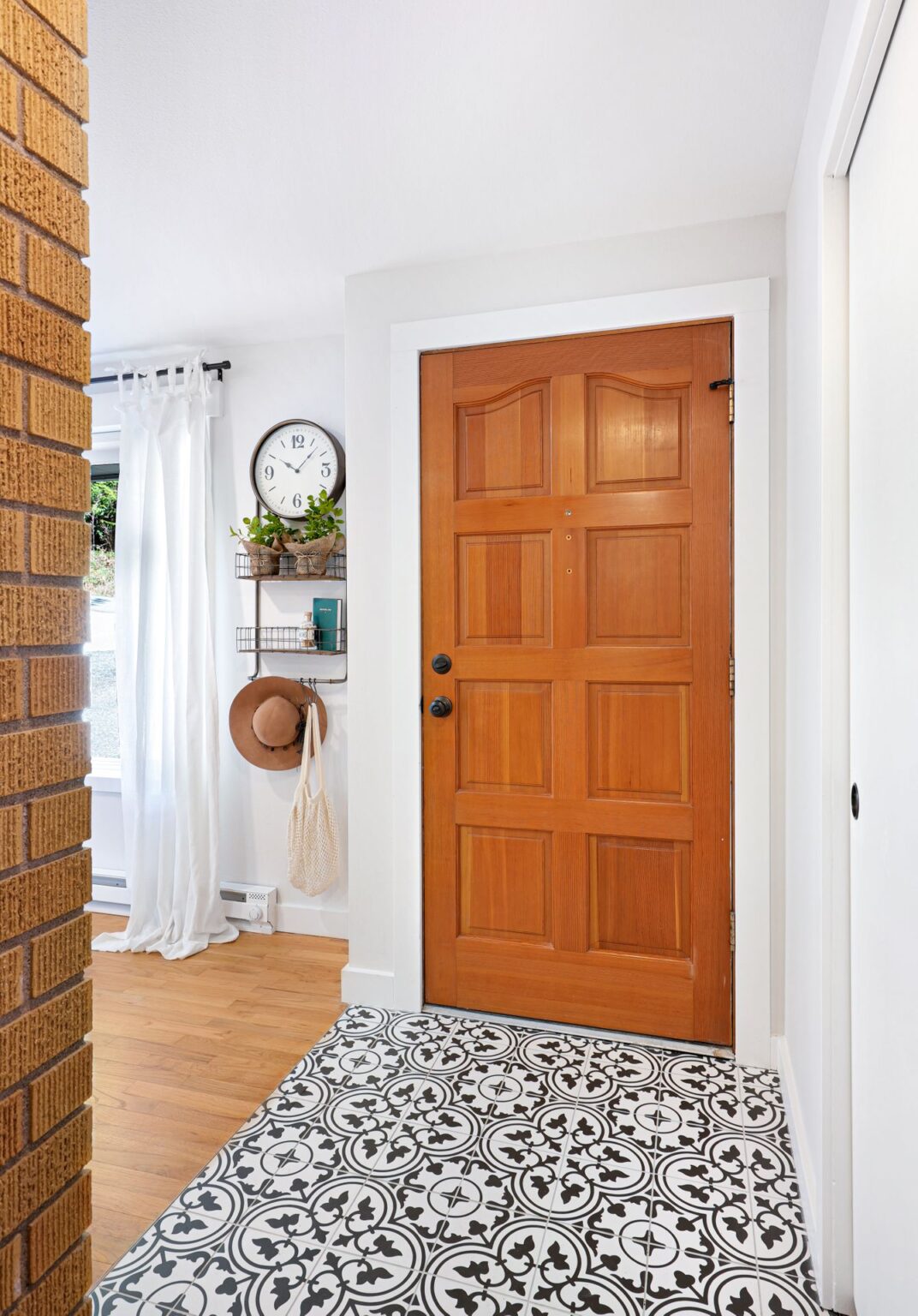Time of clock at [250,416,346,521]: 10:07
